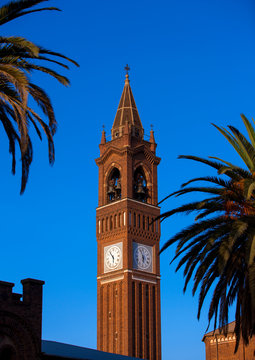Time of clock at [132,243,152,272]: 5:54
